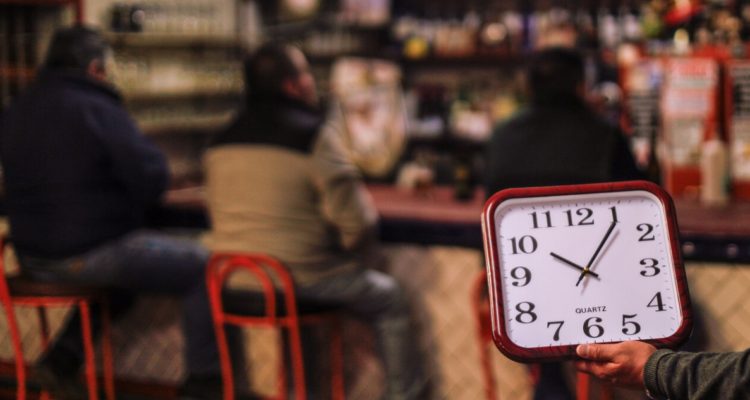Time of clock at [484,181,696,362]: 10:06
